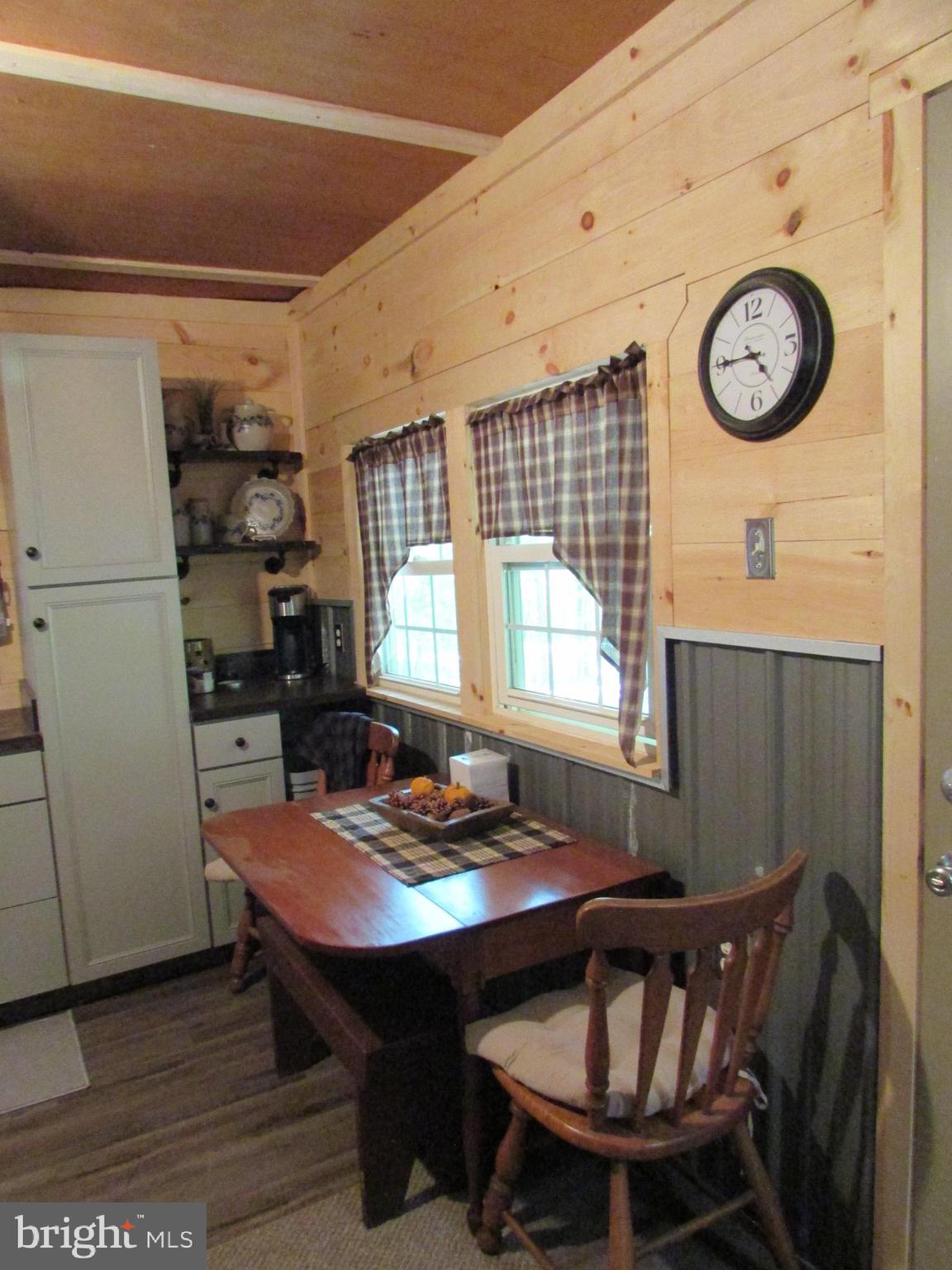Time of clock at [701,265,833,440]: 4:44
